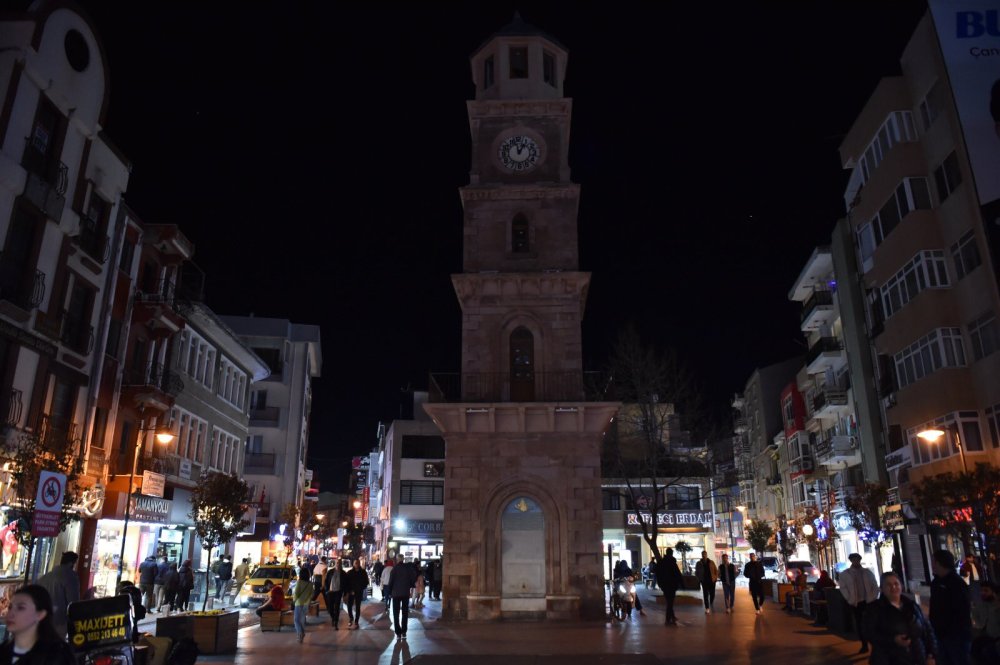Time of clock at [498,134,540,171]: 12:05
